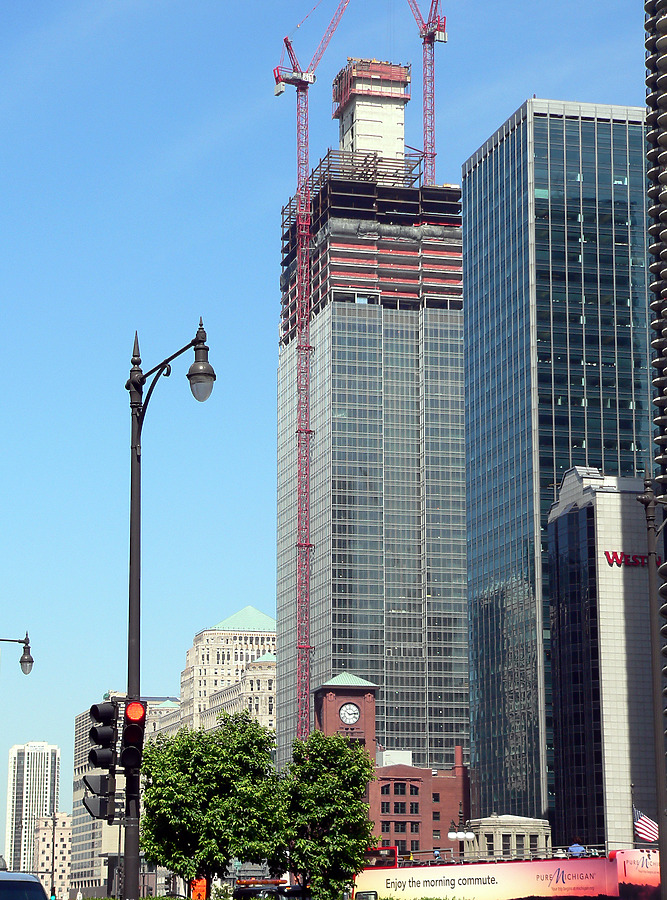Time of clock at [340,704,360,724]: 10:13
